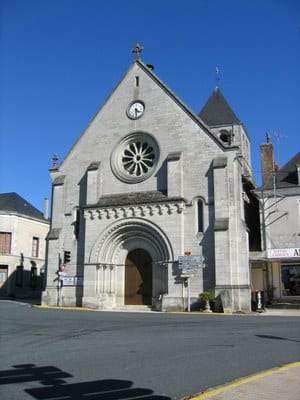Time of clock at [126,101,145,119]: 4:29
